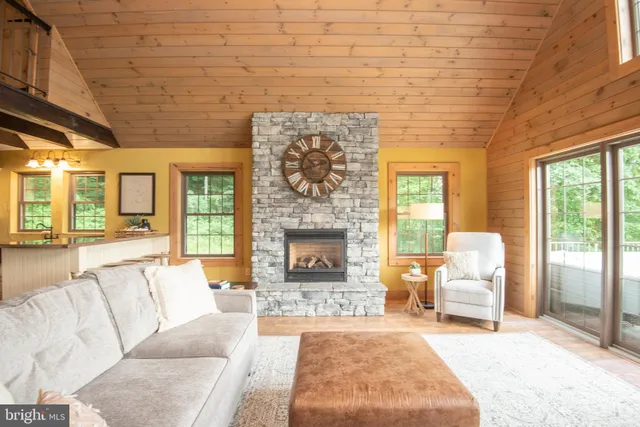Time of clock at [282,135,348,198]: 10:41
